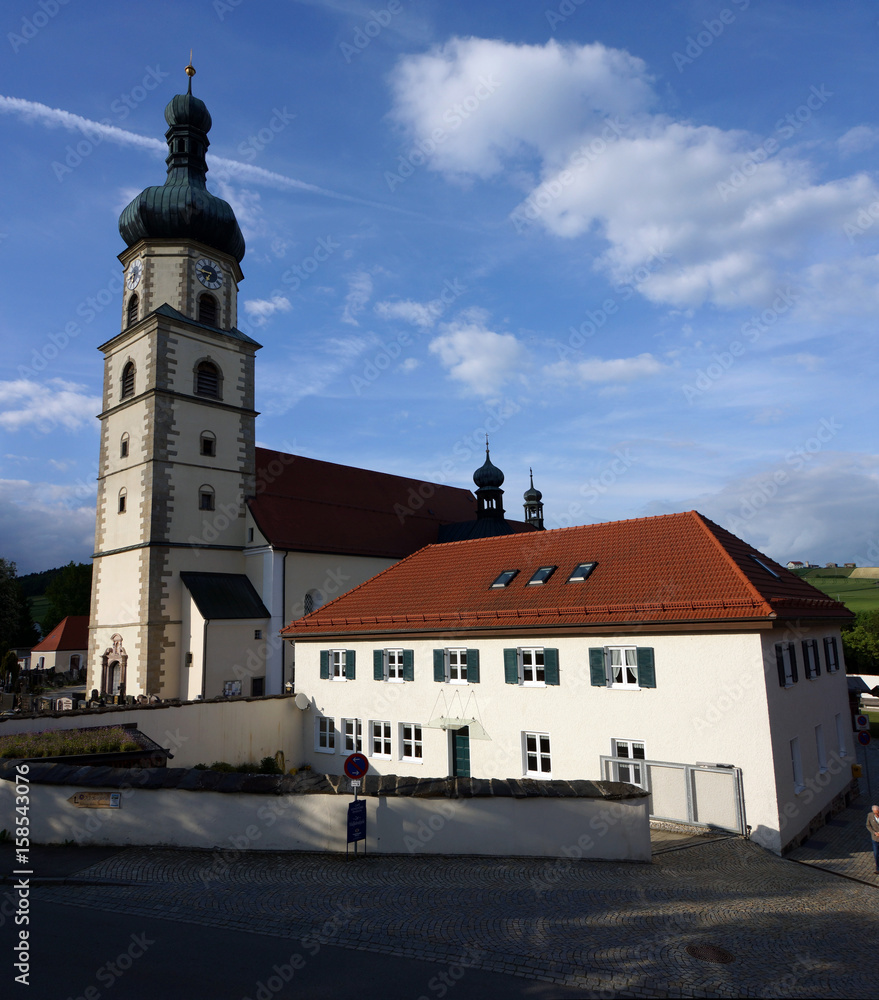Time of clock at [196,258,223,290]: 6:44
